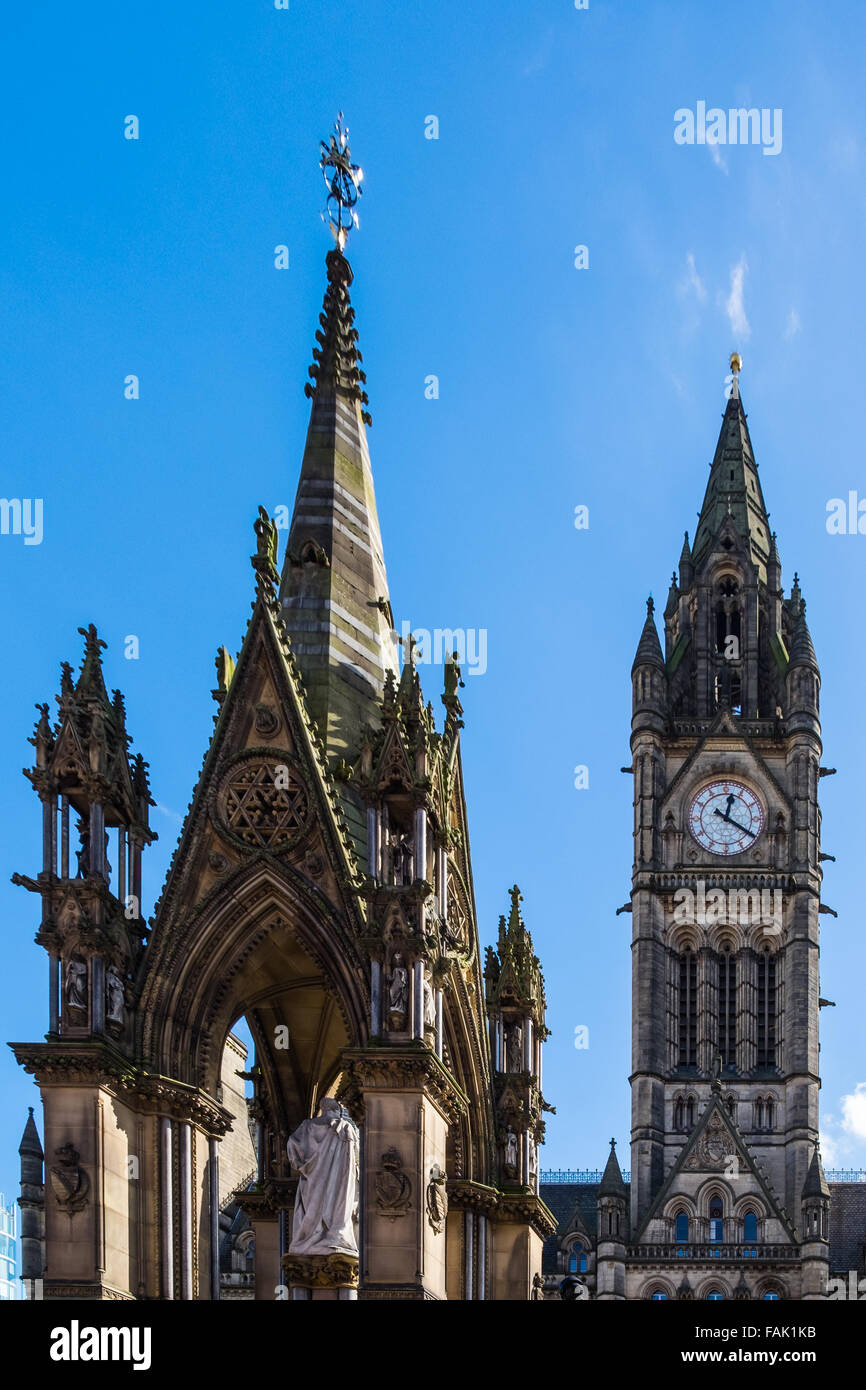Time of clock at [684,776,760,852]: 12:20
